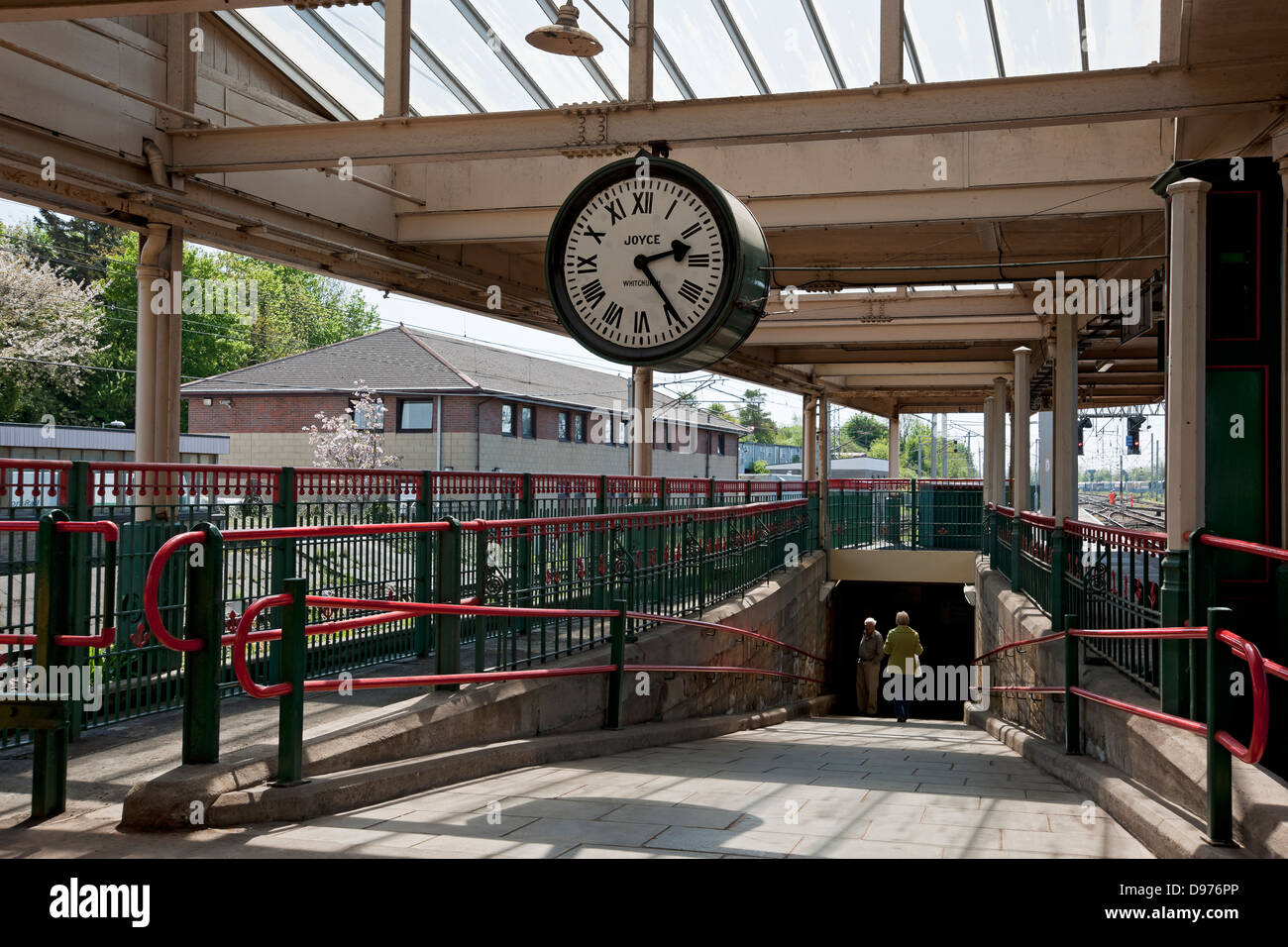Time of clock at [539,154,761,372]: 2:23
